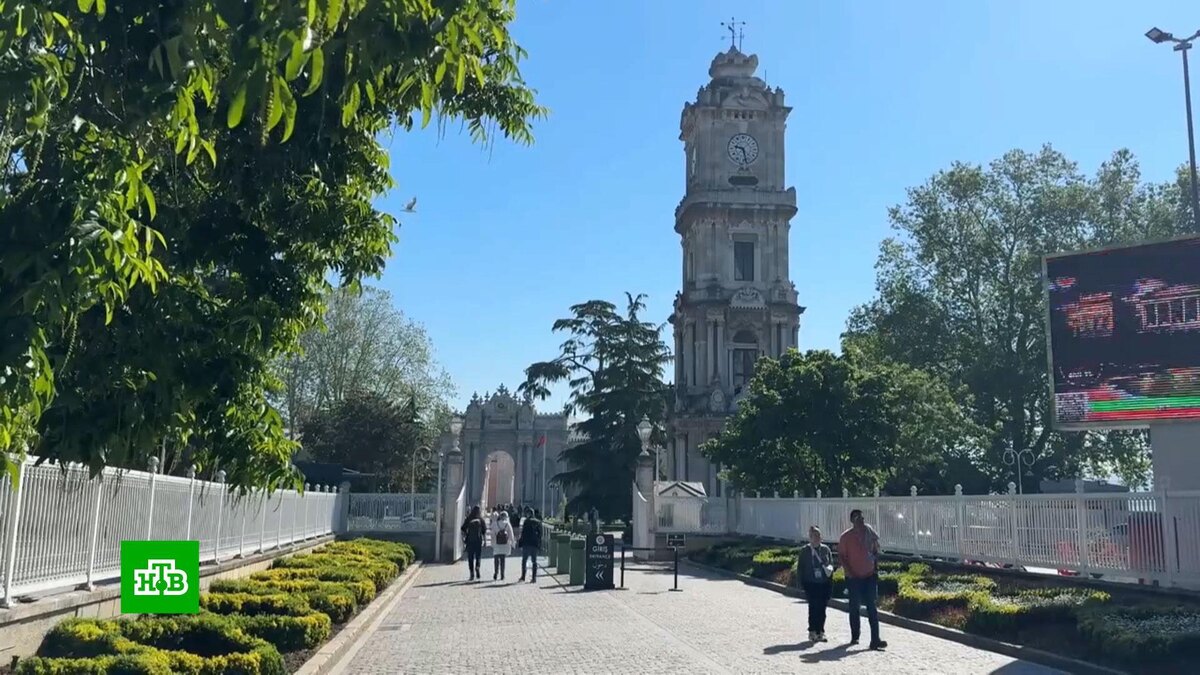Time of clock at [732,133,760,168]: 9:28
